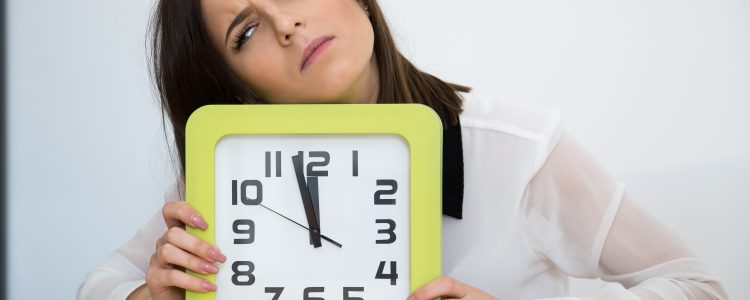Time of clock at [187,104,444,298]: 11:57
